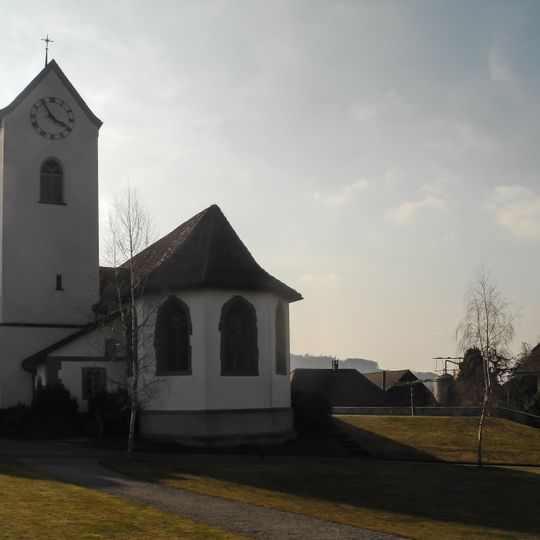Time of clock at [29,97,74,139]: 3:54
